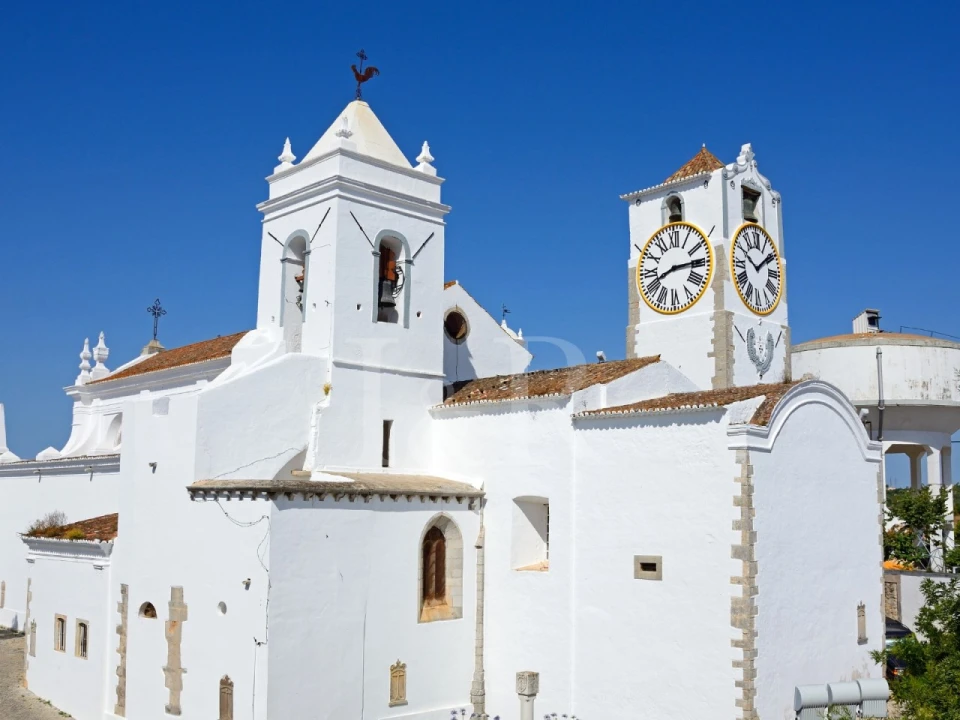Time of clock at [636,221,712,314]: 8:14
